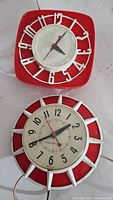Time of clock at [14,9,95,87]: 4:05
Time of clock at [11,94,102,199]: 1:40
